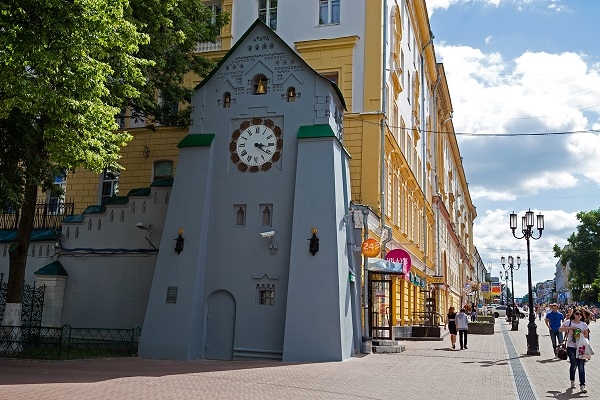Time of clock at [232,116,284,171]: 3:21
